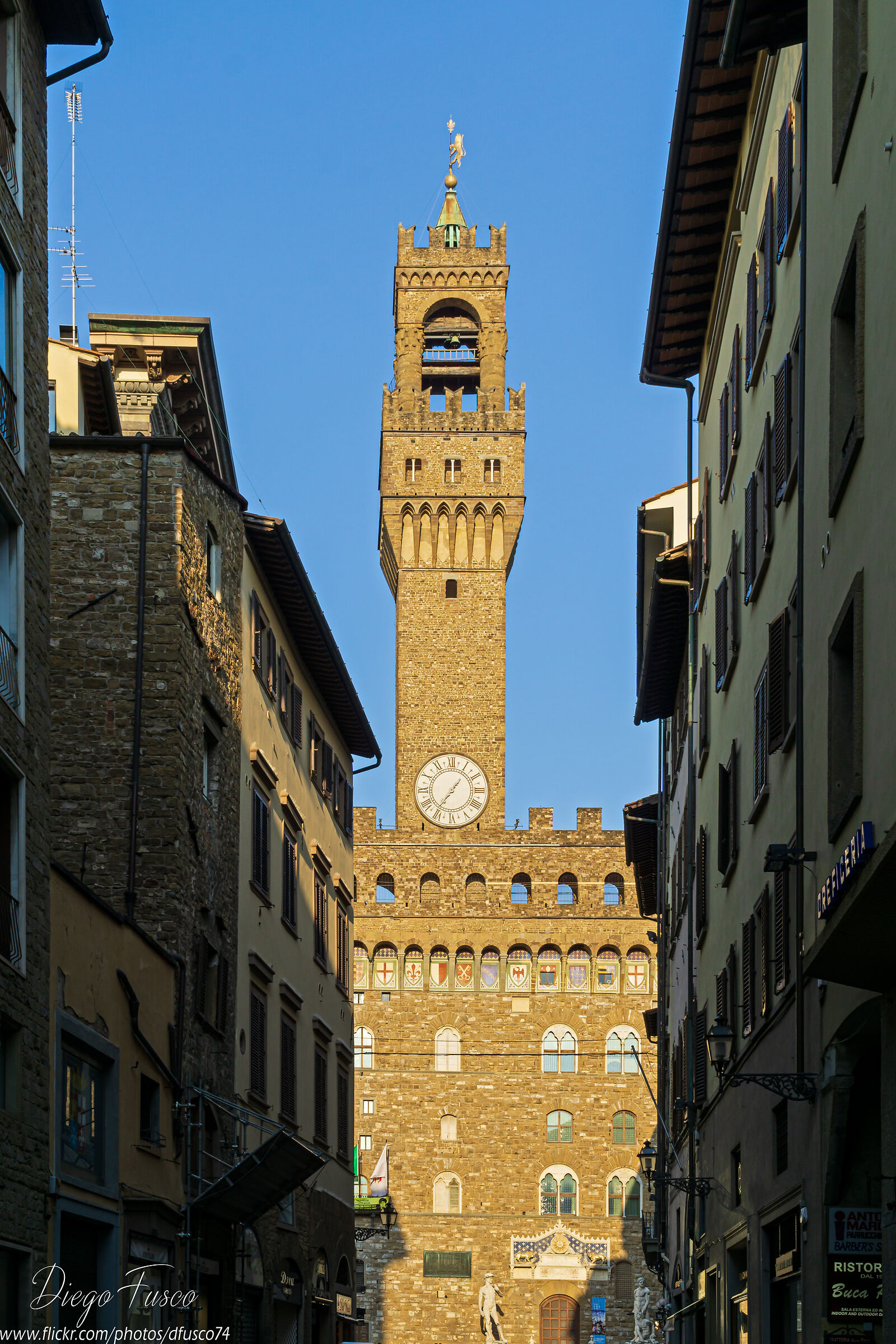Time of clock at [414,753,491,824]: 1:36
